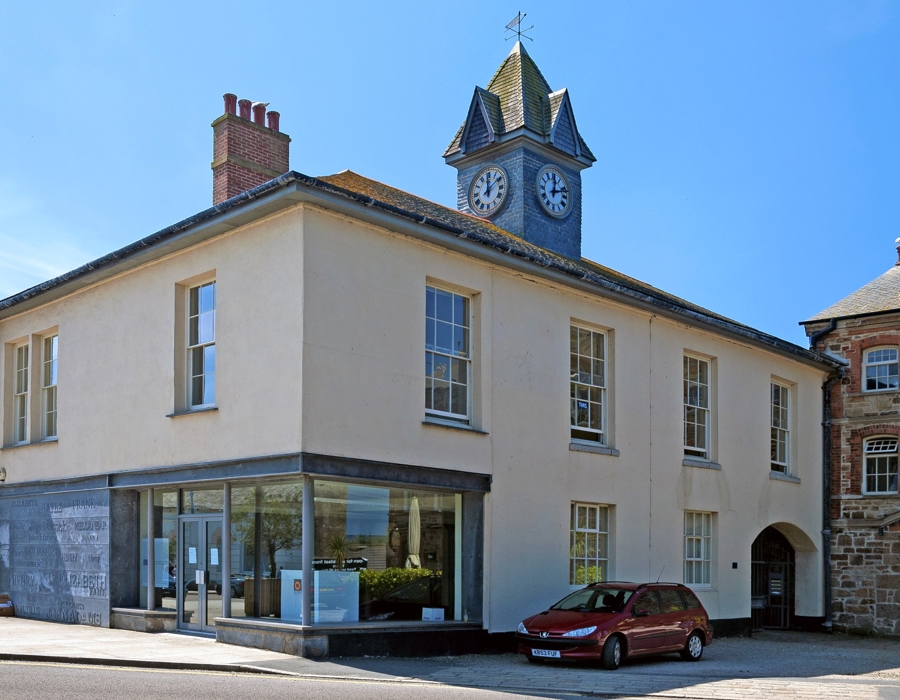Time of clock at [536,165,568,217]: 12:11
